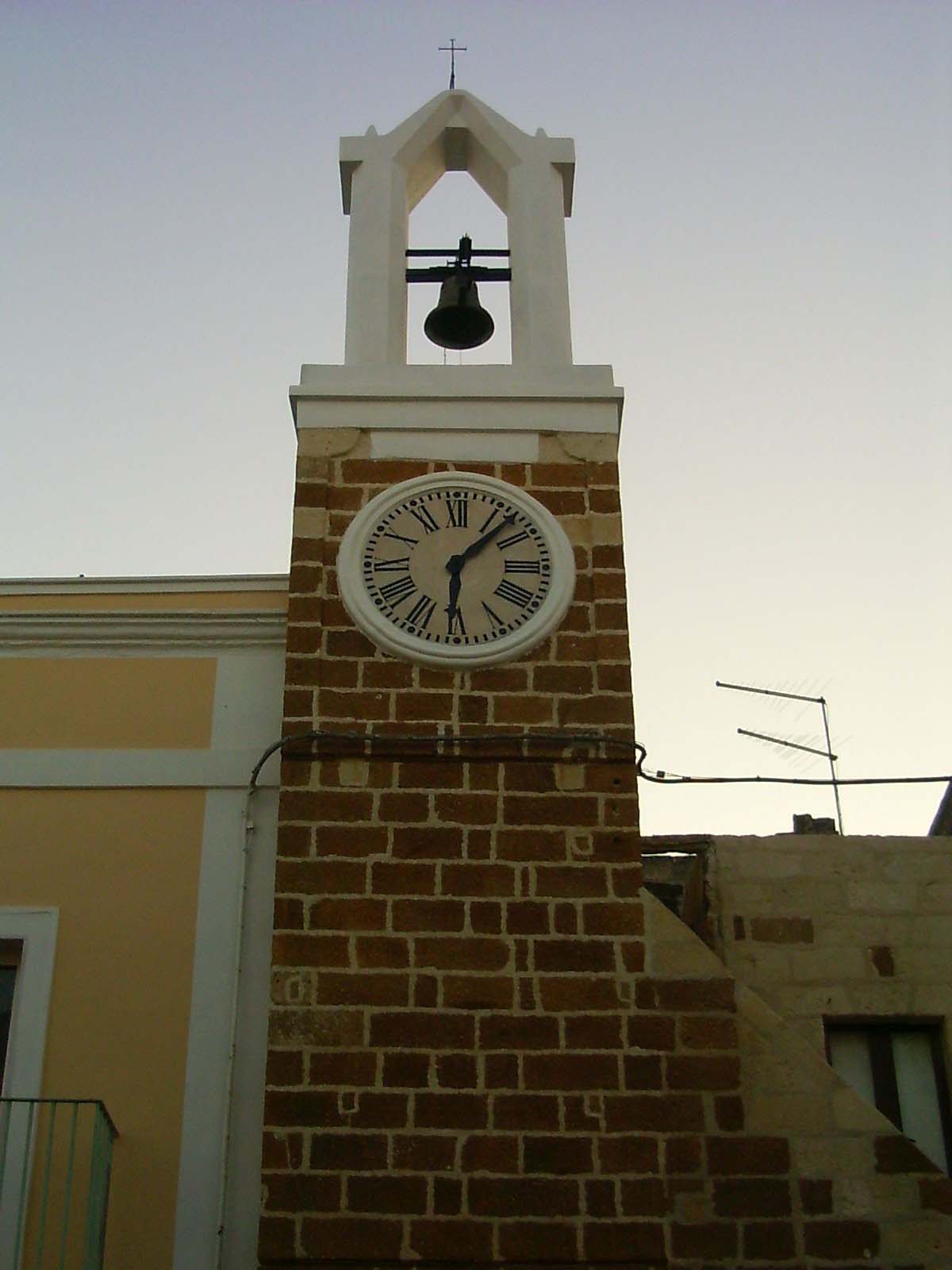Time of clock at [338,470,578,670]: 6:07
